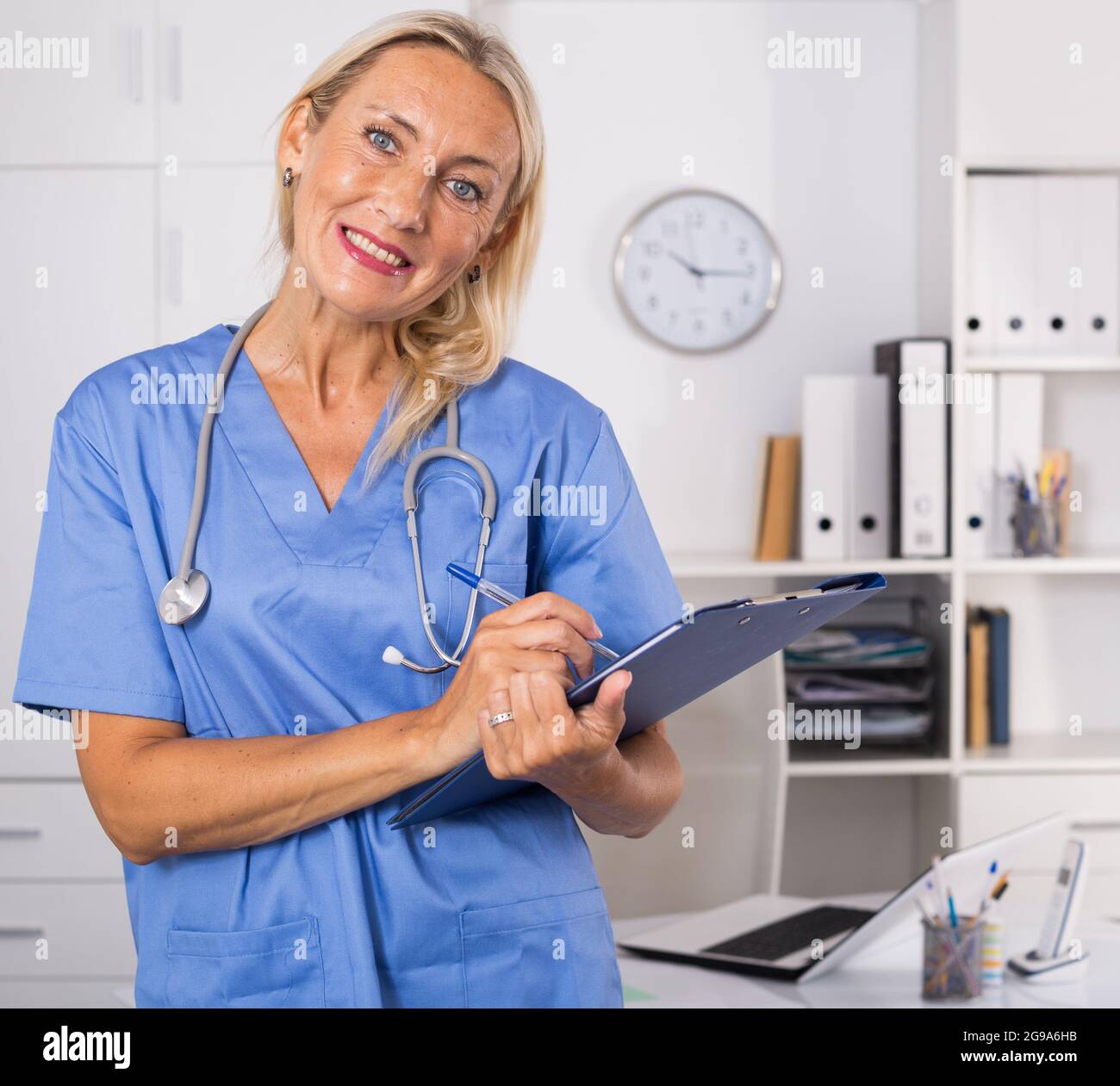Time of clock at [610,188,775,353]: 10:15
